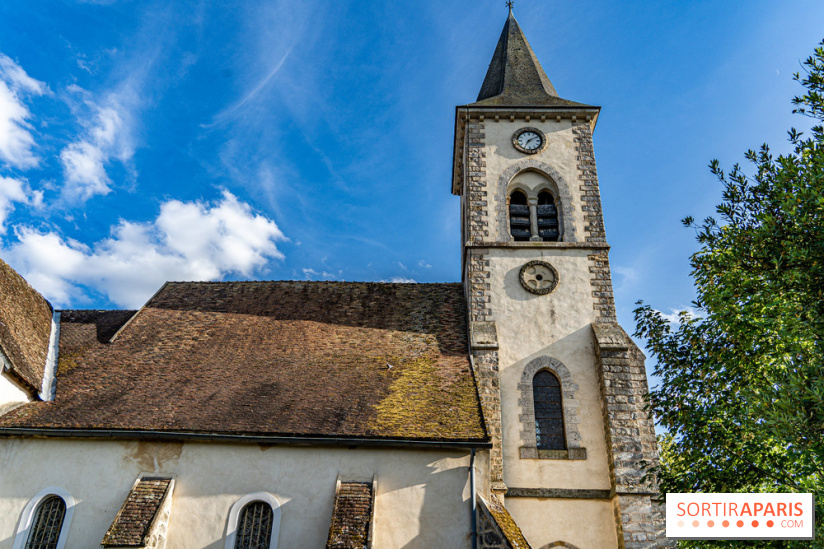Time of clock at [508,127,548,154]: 7:09
